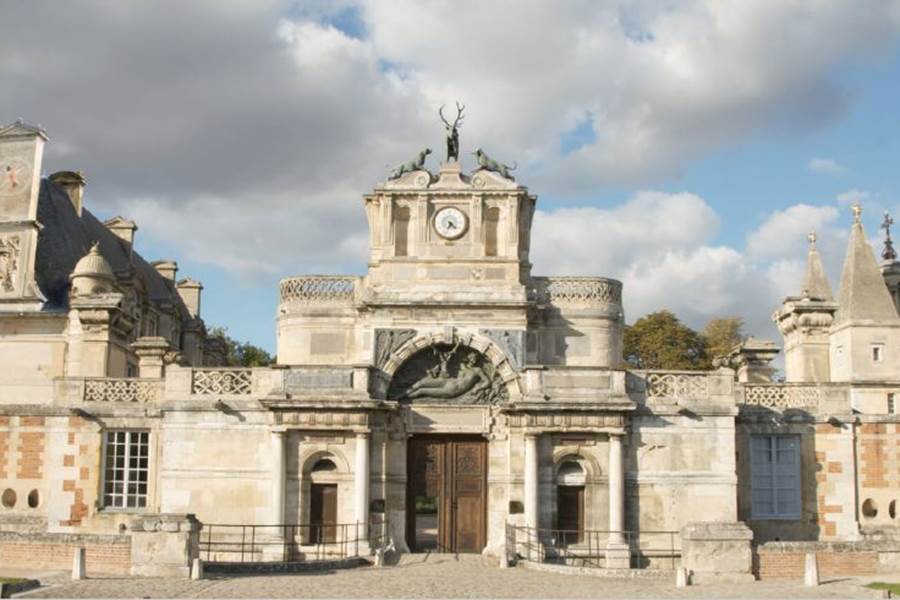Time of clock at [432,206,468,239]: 4:33
